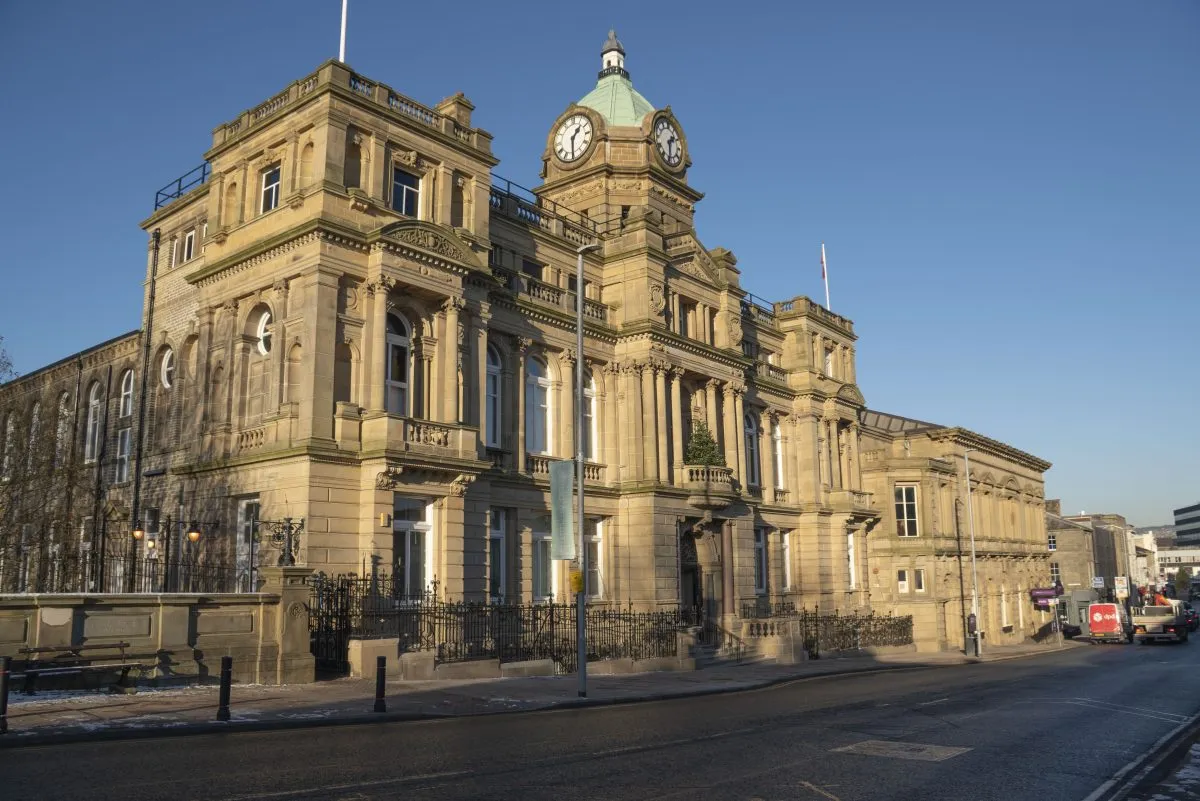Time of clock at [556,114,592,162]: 1:30
